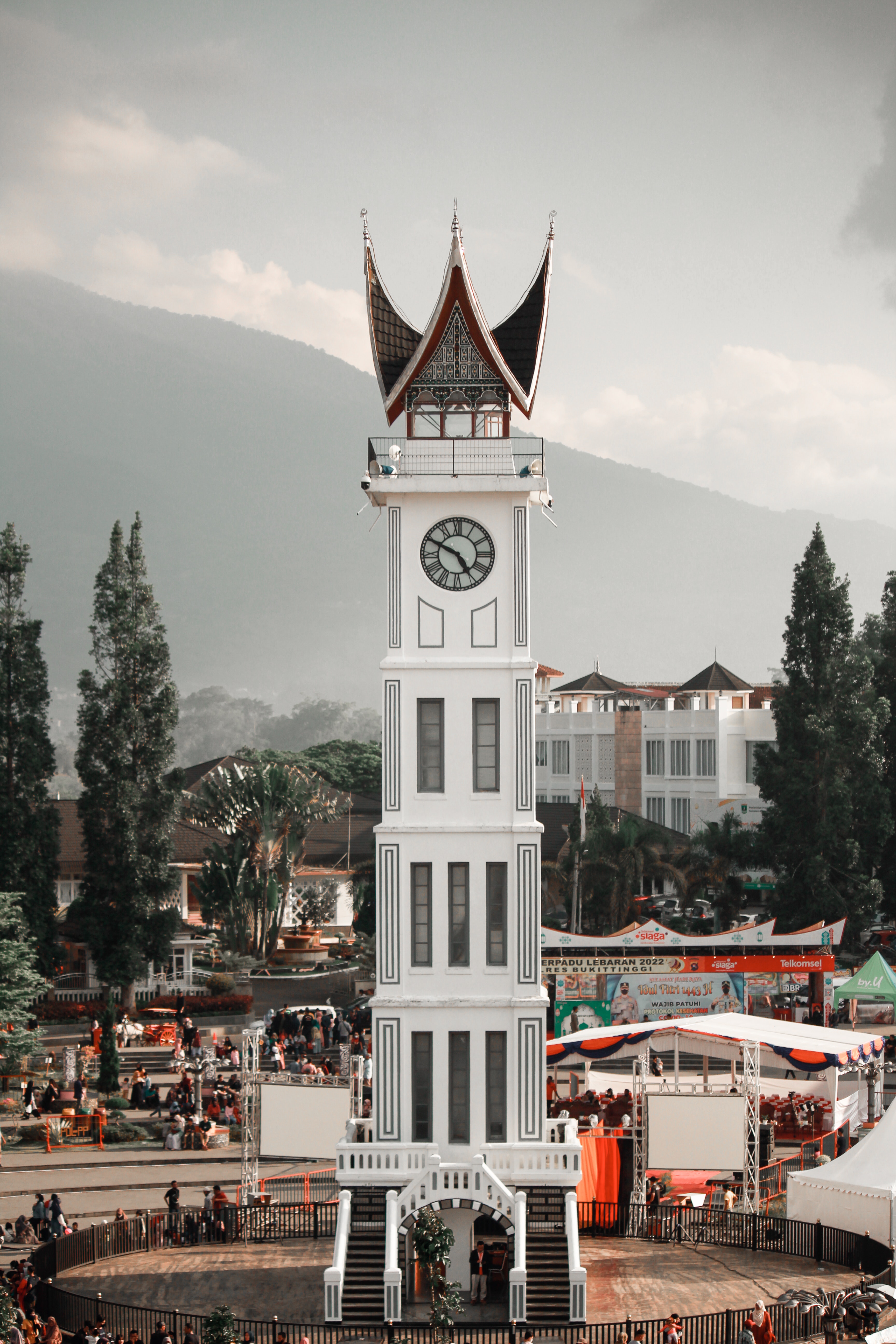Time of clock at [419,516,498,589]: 4:49
